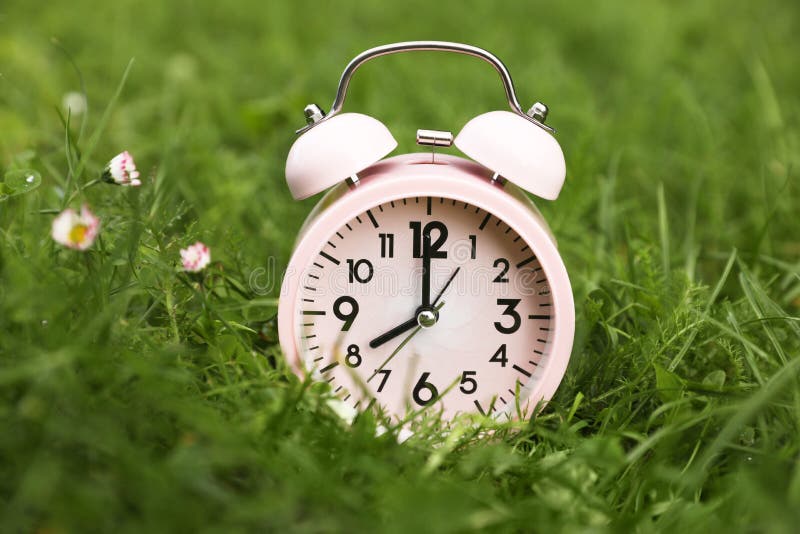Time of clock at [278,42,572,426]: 7:59
